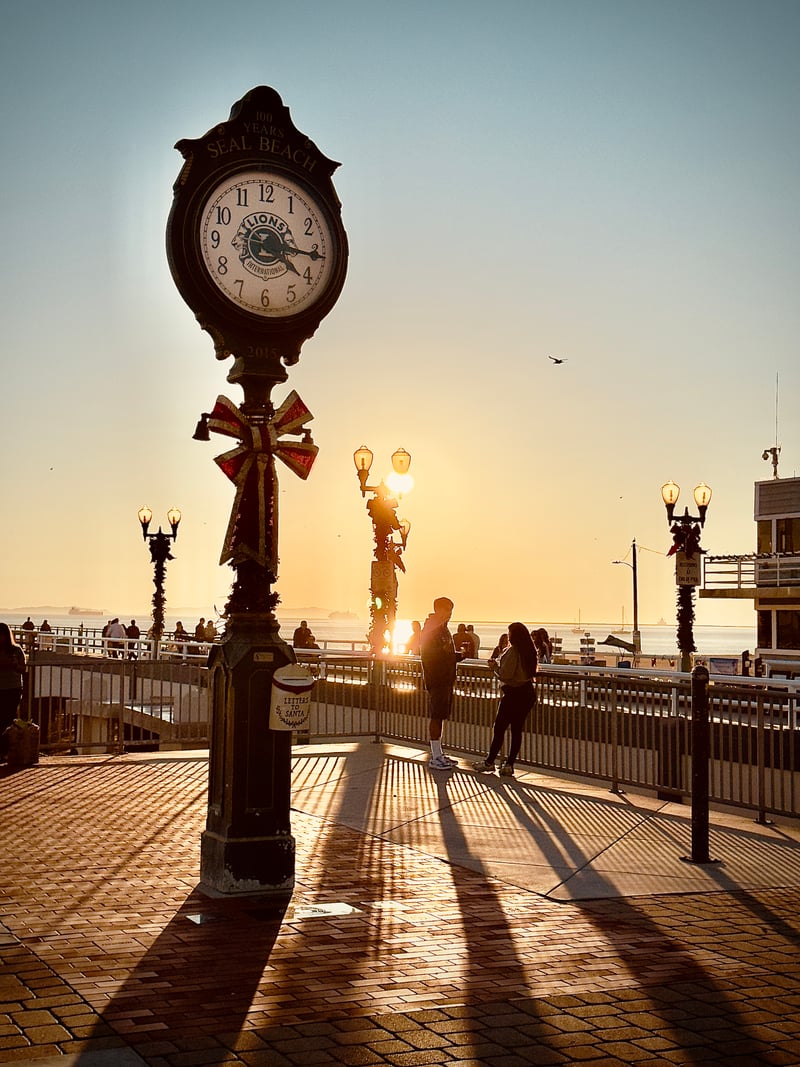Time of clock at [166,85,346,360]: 4:15
